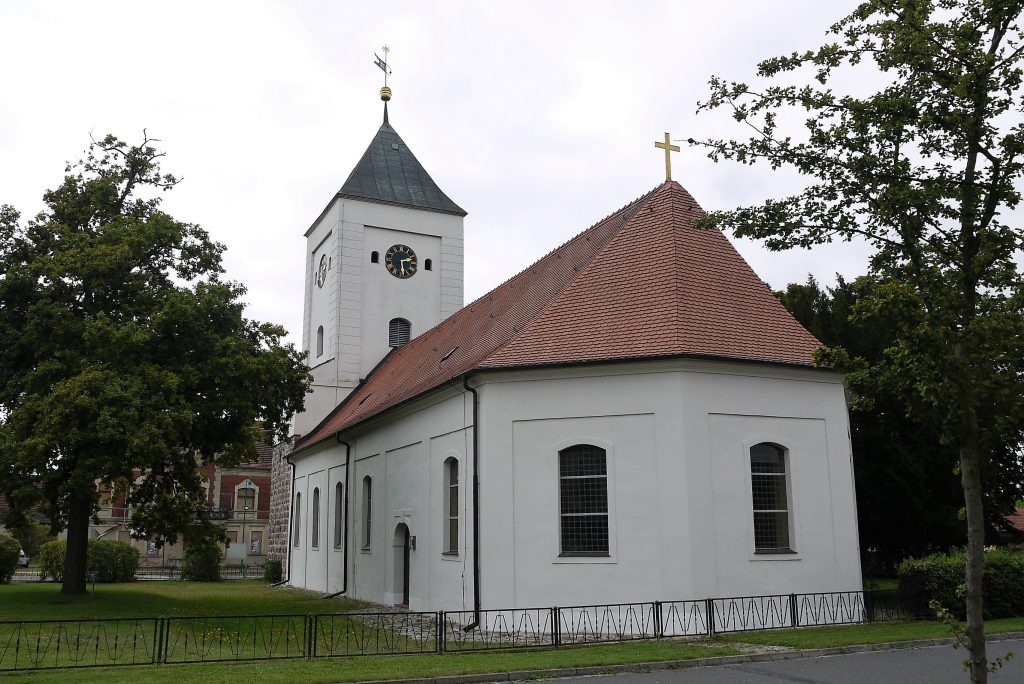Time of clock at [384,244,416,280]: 2:29
